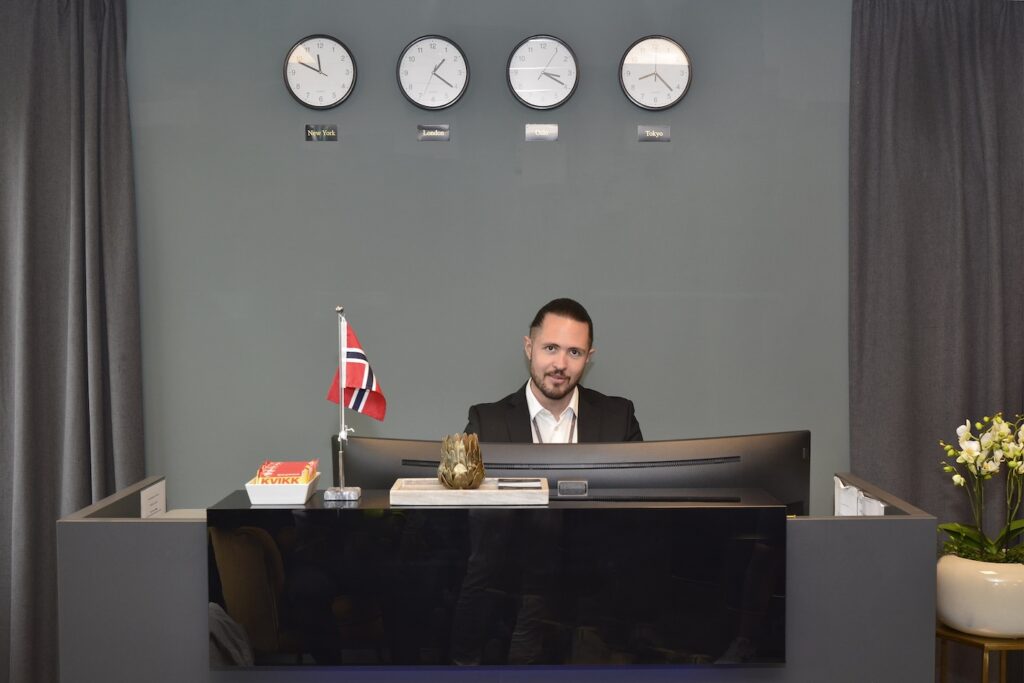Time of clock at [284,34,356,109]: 11:48
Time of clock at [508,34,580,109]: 3:19
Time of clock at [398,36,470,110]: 1:20
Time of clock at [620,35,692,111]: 8:22
